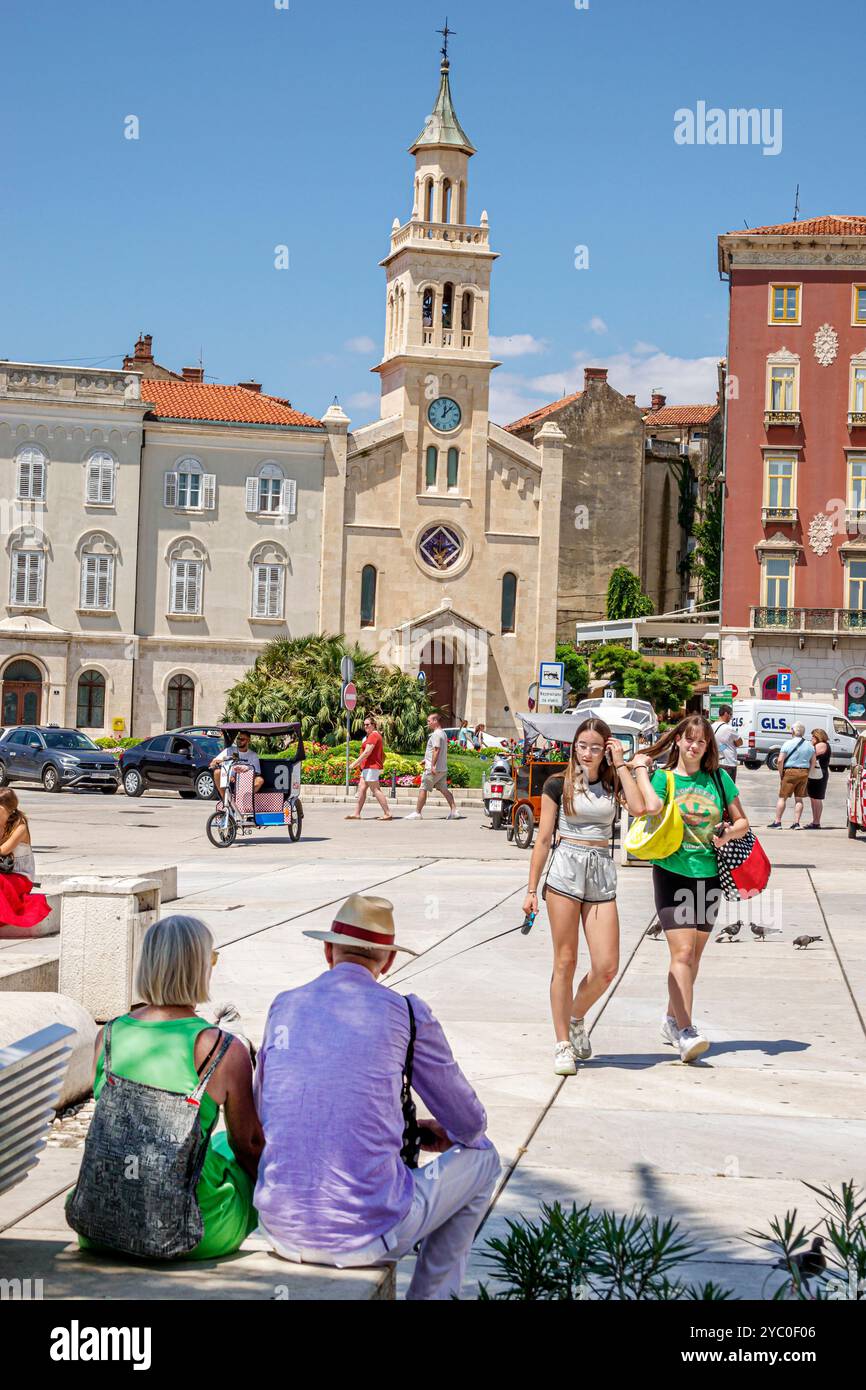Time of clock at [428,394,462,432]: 12:07
